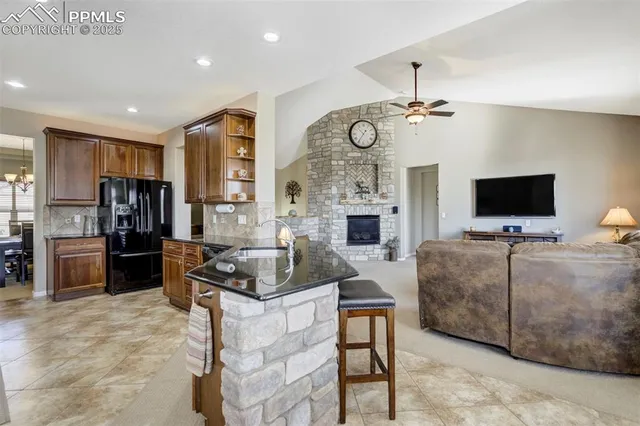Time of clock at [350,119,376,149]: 10:35
